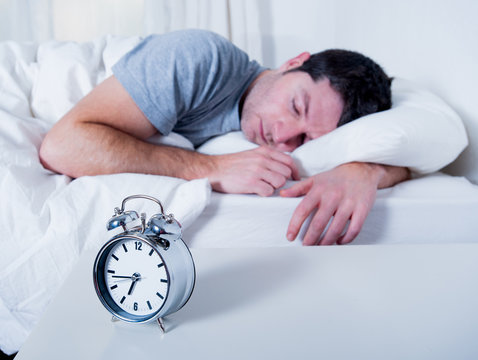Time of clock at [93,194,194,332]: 6:43
